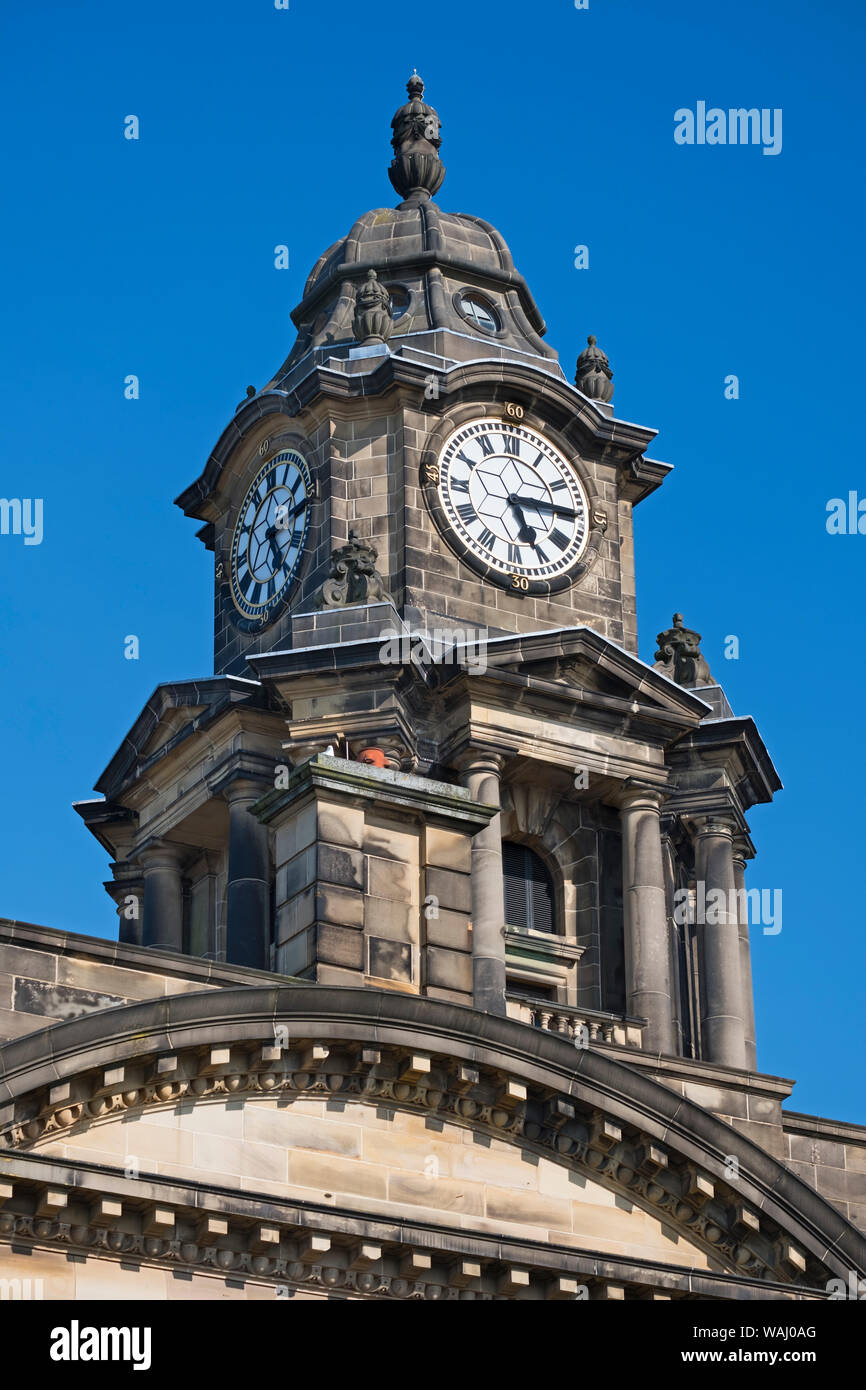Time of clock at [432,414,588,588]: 5:14
